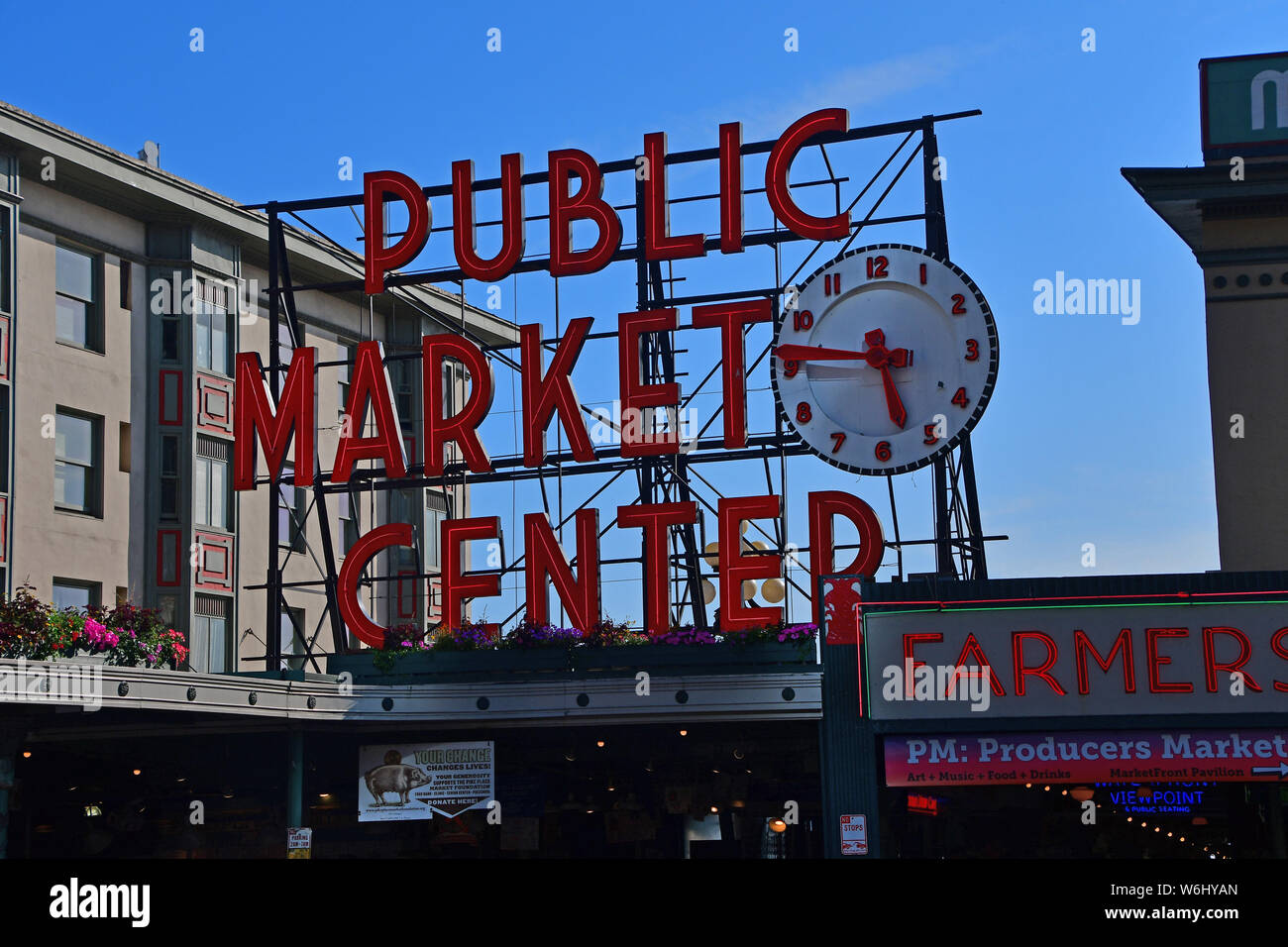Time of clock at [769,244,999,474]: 5:45
